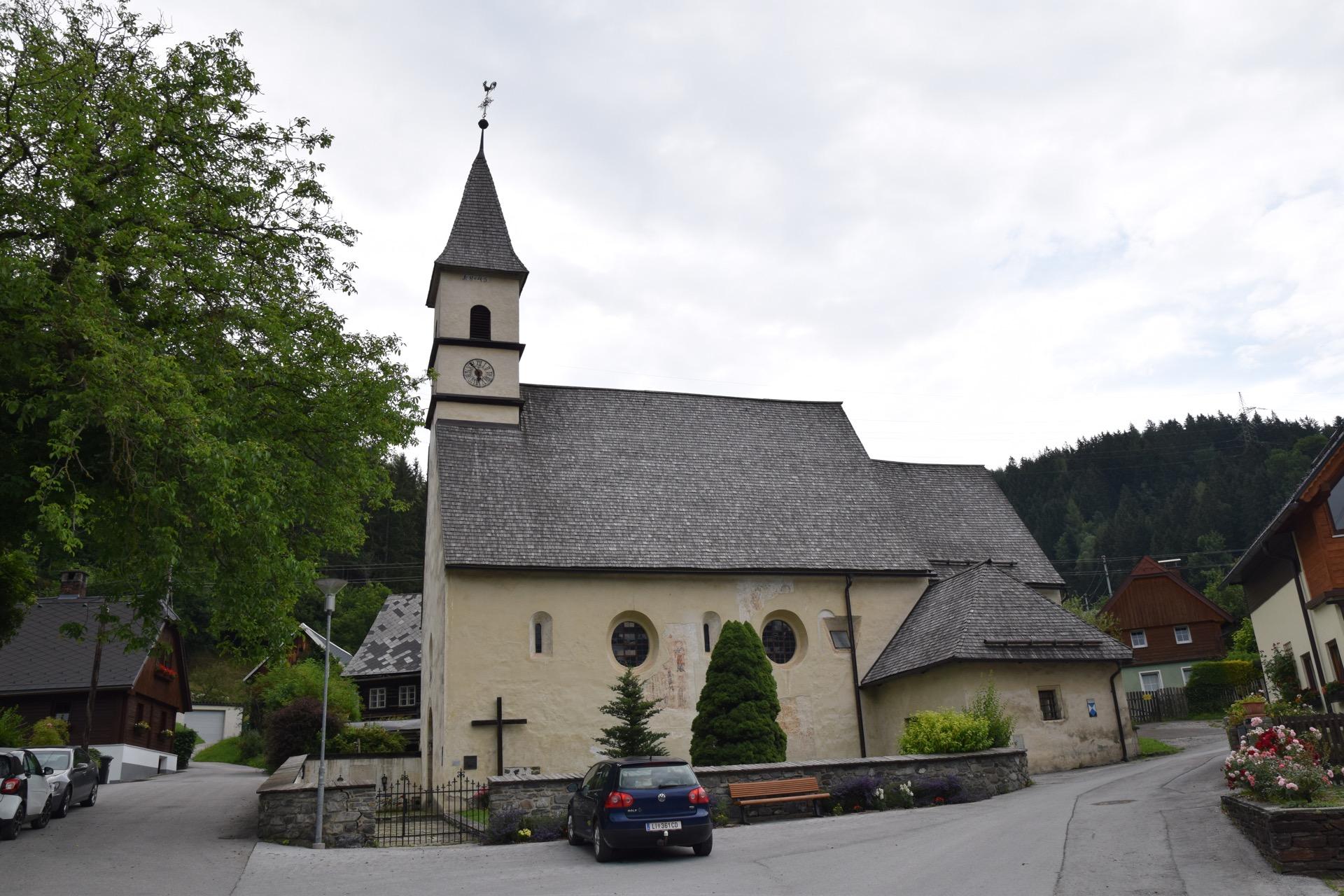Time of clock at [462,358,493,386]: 5:53
